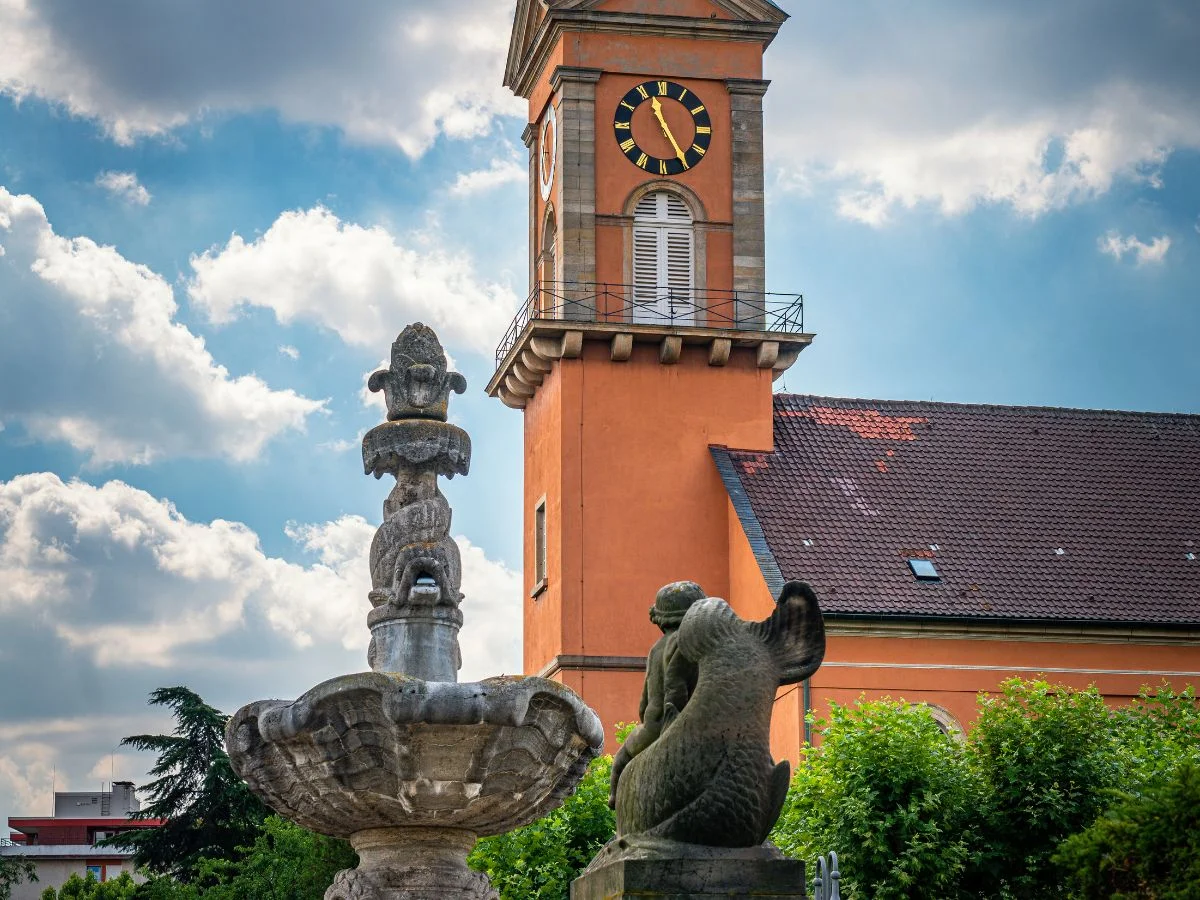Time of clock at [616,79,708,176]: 11:24
